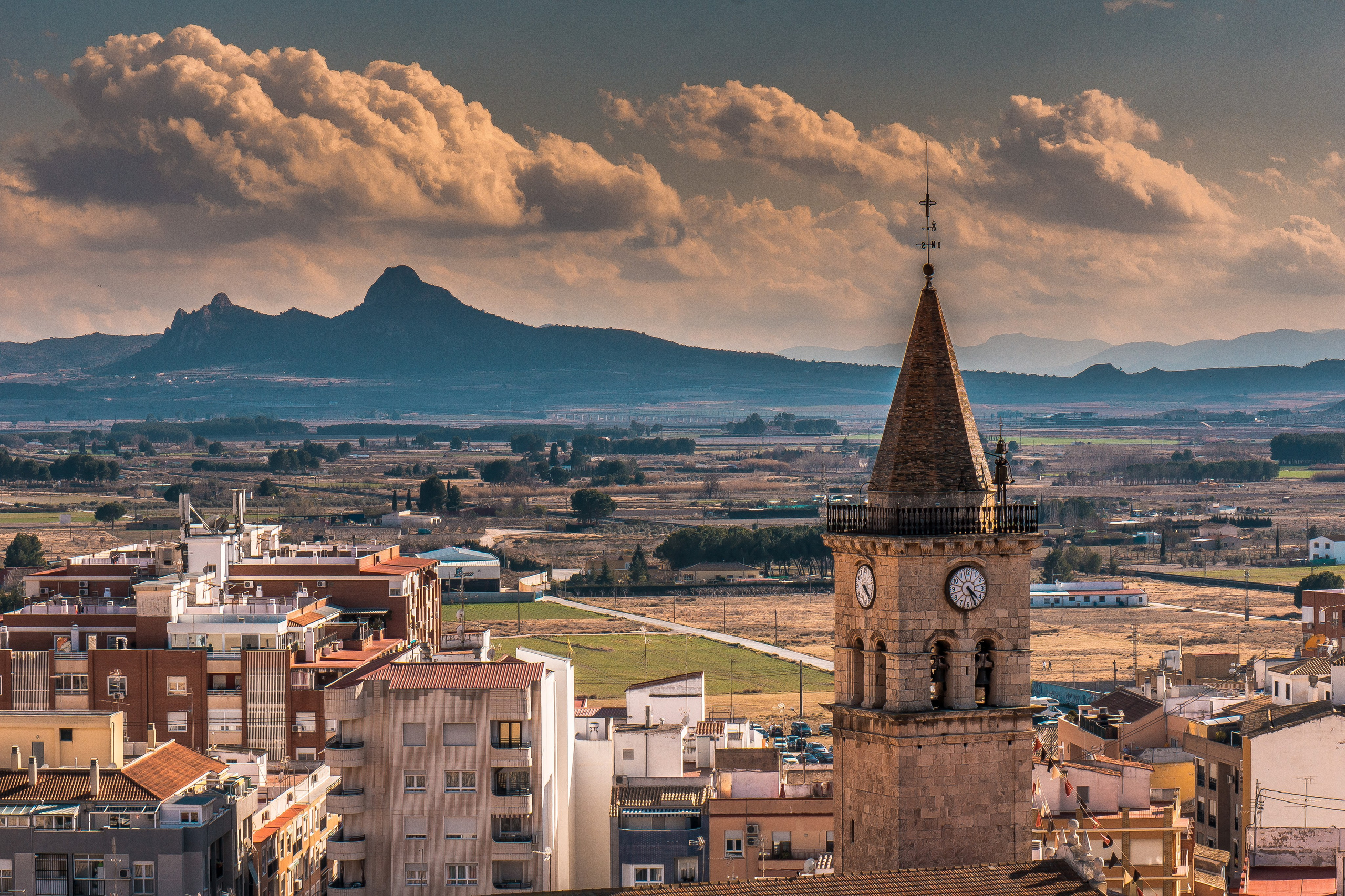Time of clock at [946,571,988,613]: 4:25
